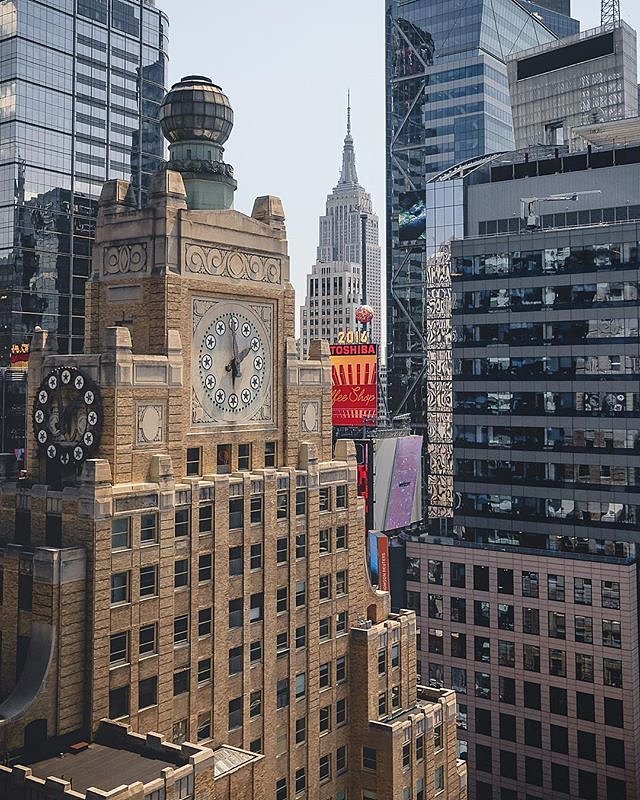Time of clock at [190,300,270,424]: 5:59
